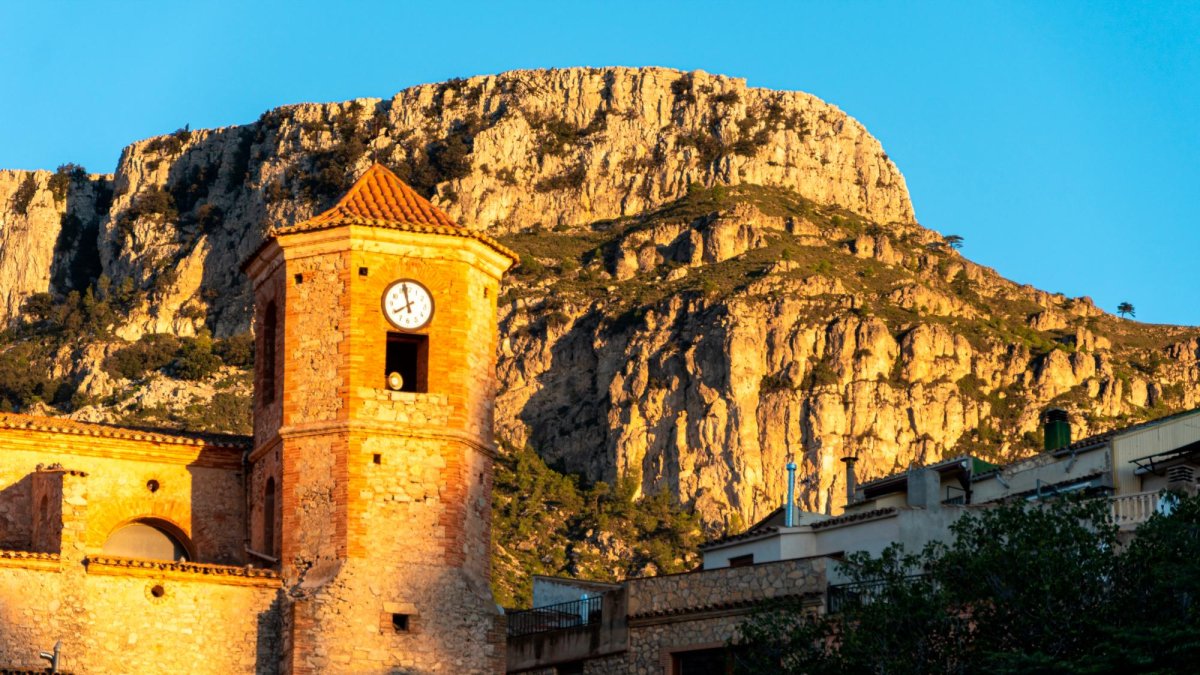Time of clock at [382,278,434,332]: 7:57
